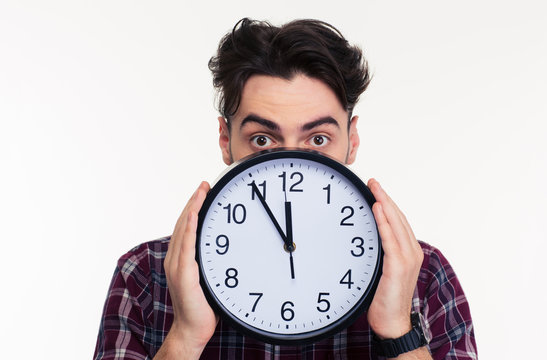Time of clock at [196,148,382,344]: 11:54
